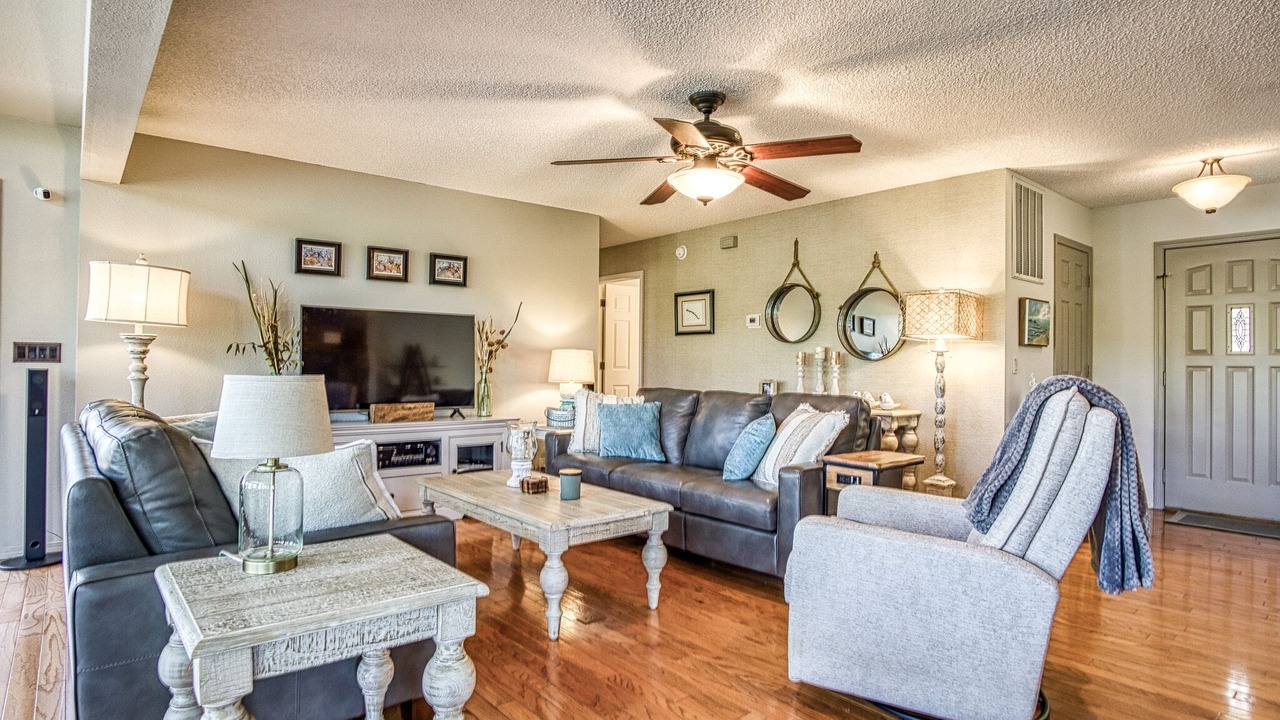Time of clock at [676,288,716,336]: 9:22
